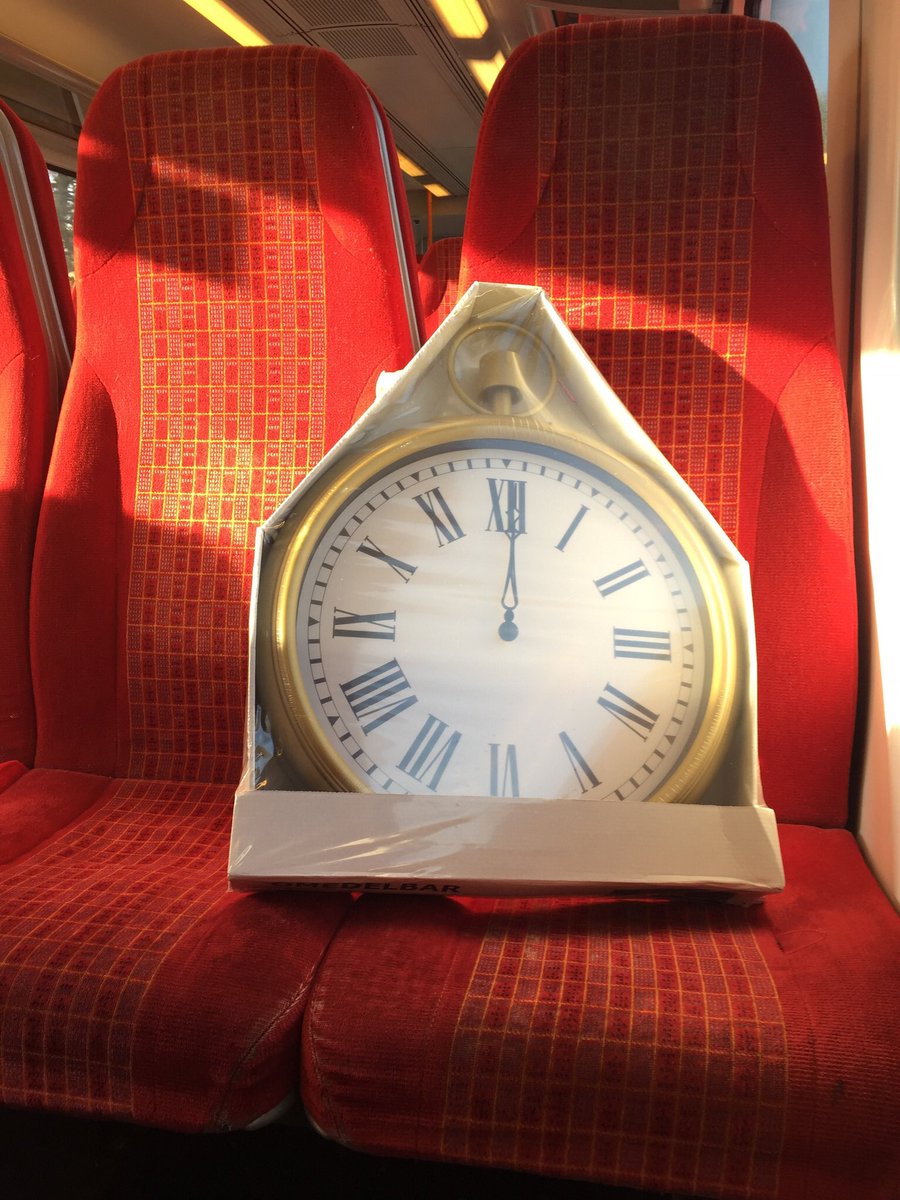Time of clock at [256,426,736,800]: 12:00
